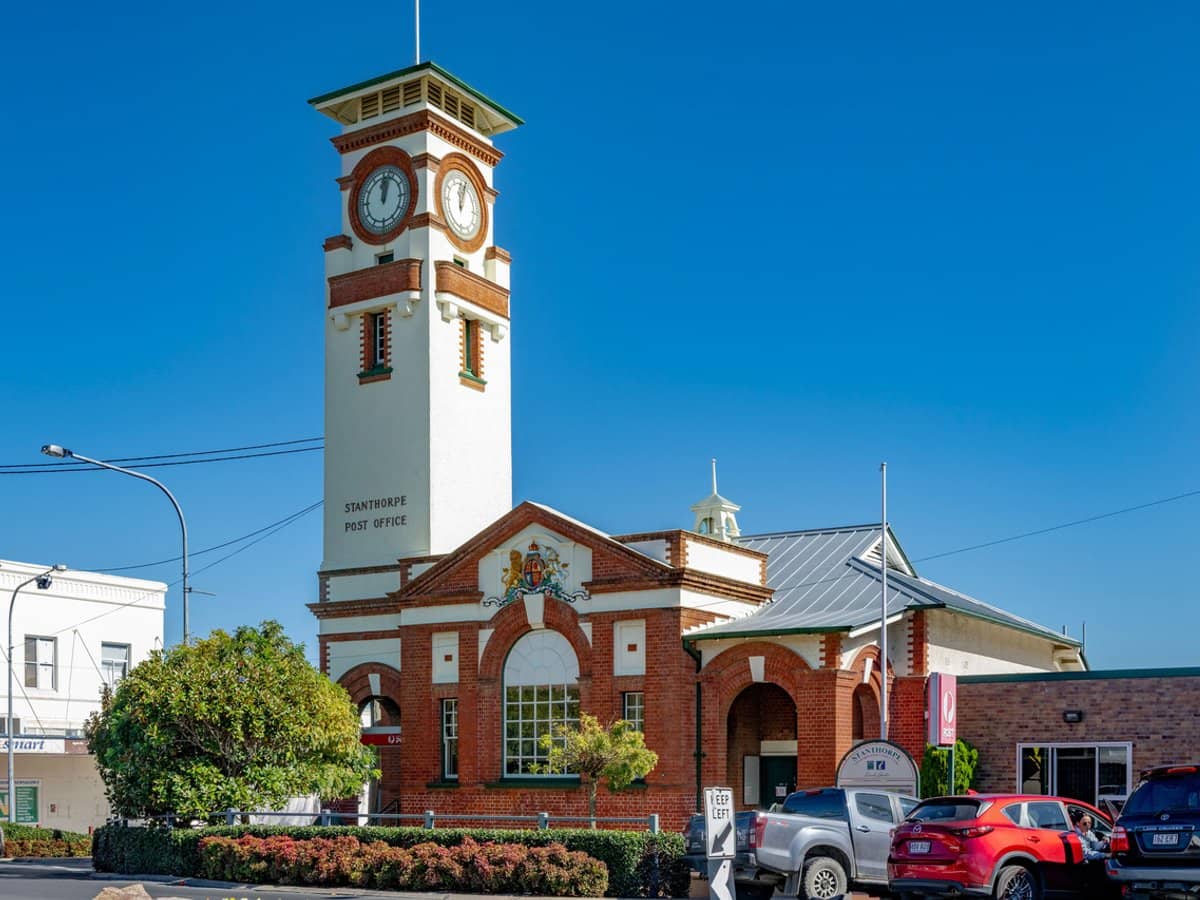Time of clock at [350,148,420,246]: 12:02
